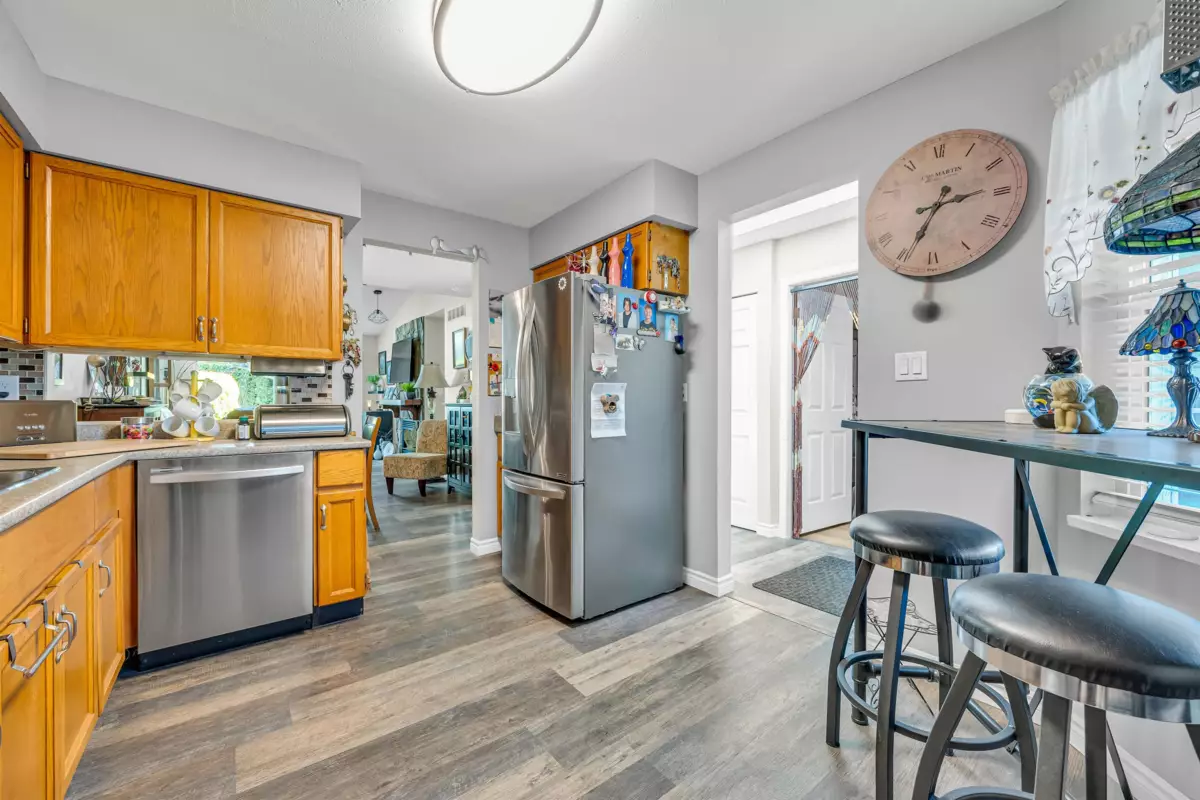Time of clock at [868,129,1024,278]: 2:34
